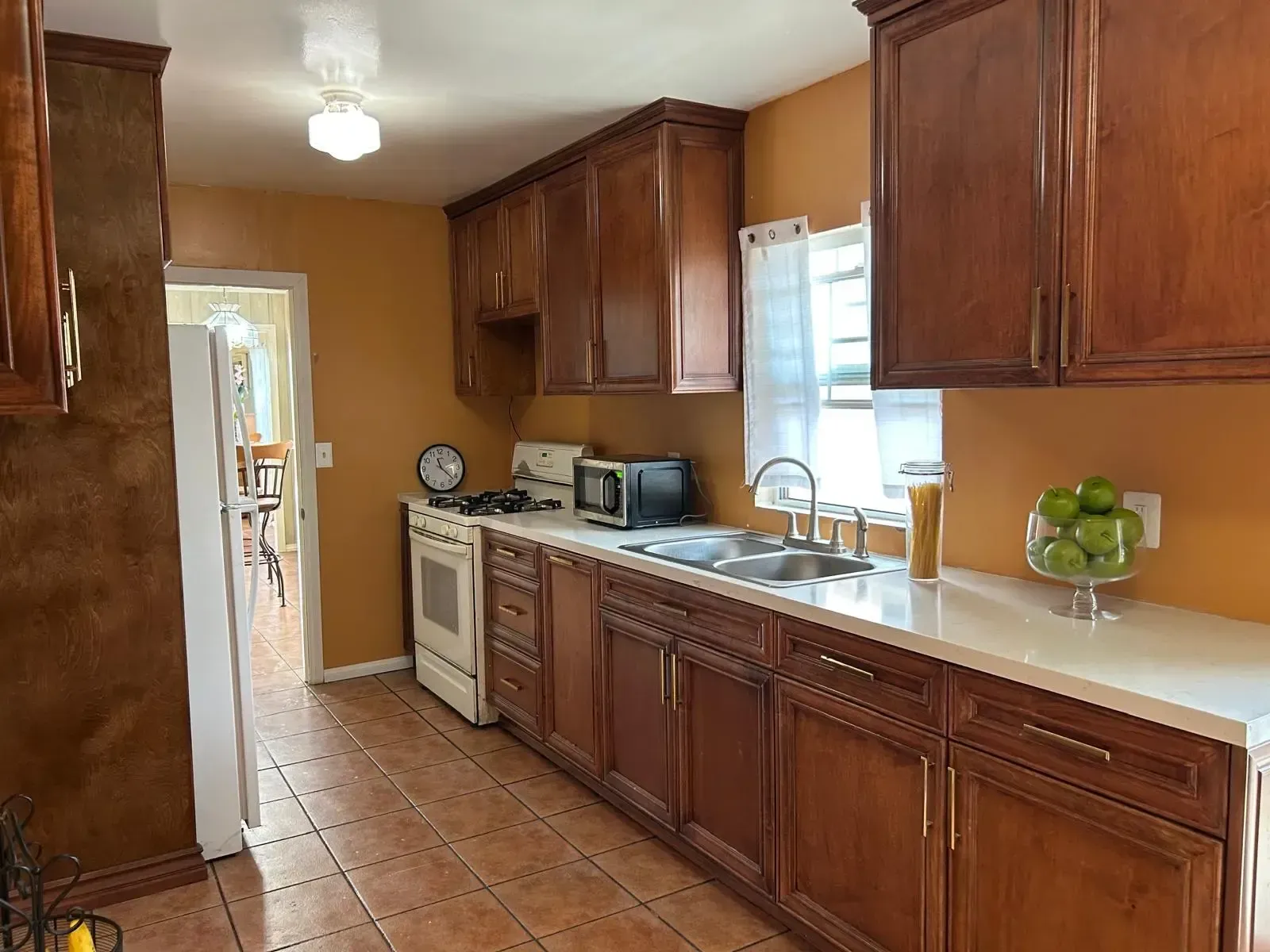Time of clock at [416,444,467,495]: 11:22
